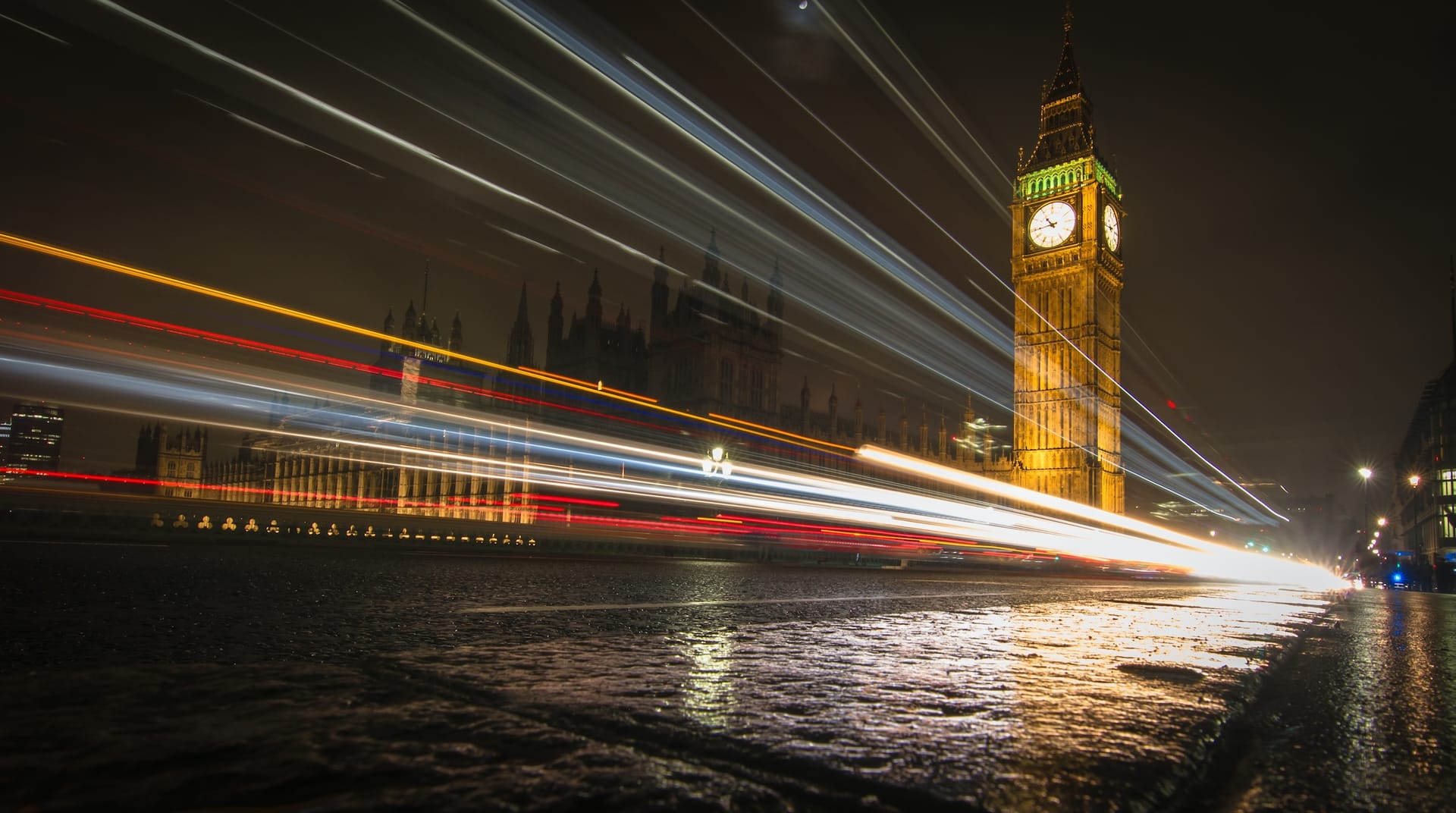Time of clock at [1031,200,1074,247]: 10:43
